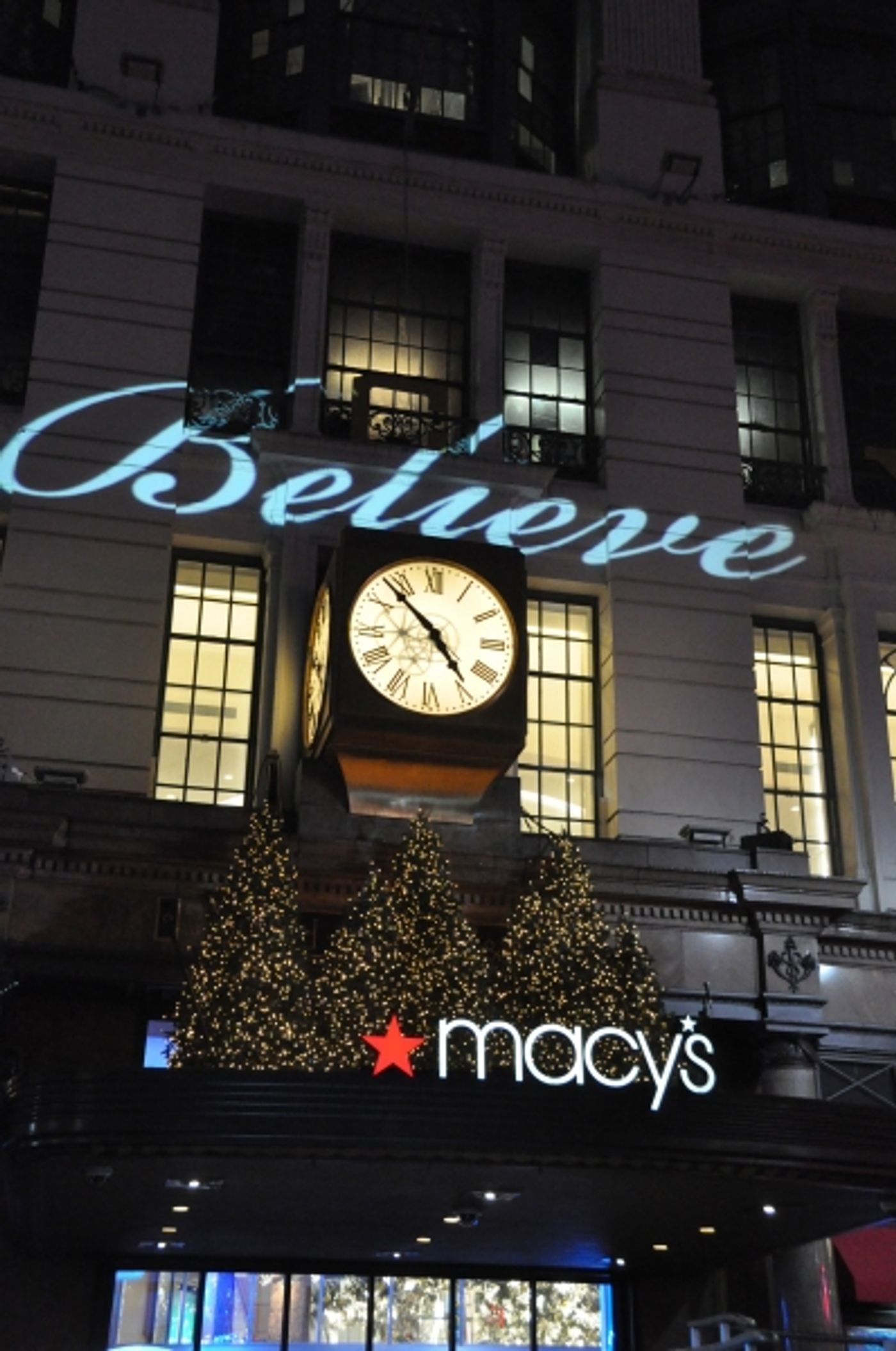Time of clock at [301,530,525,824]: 4:52
